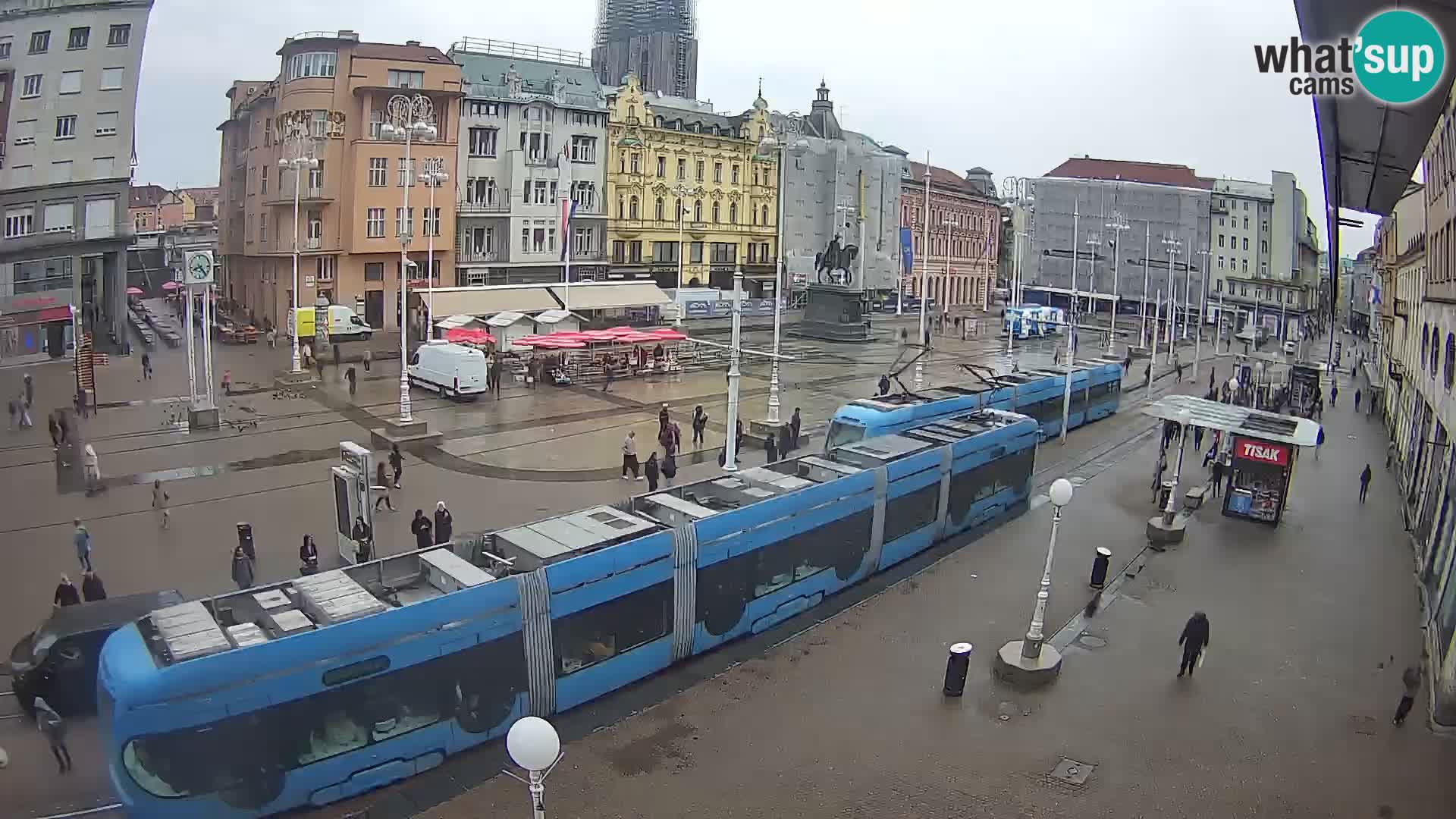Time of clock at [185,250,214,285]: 8:23
